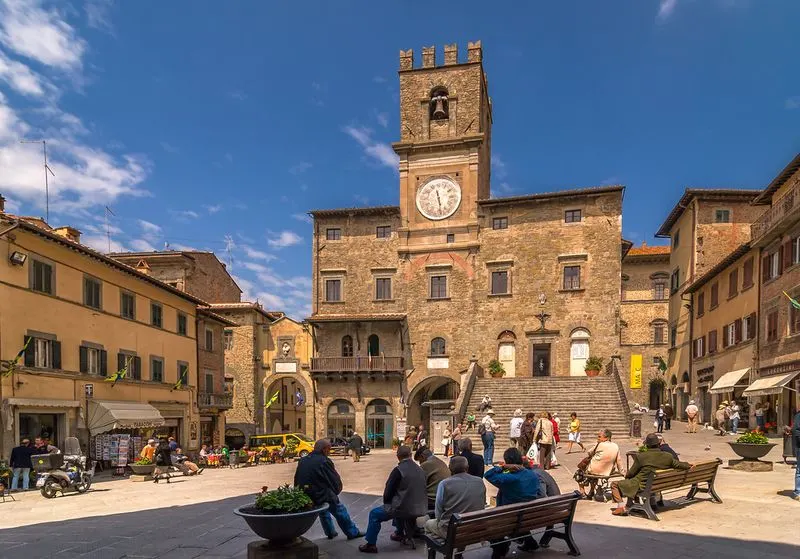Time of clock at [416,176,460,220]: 11:28
